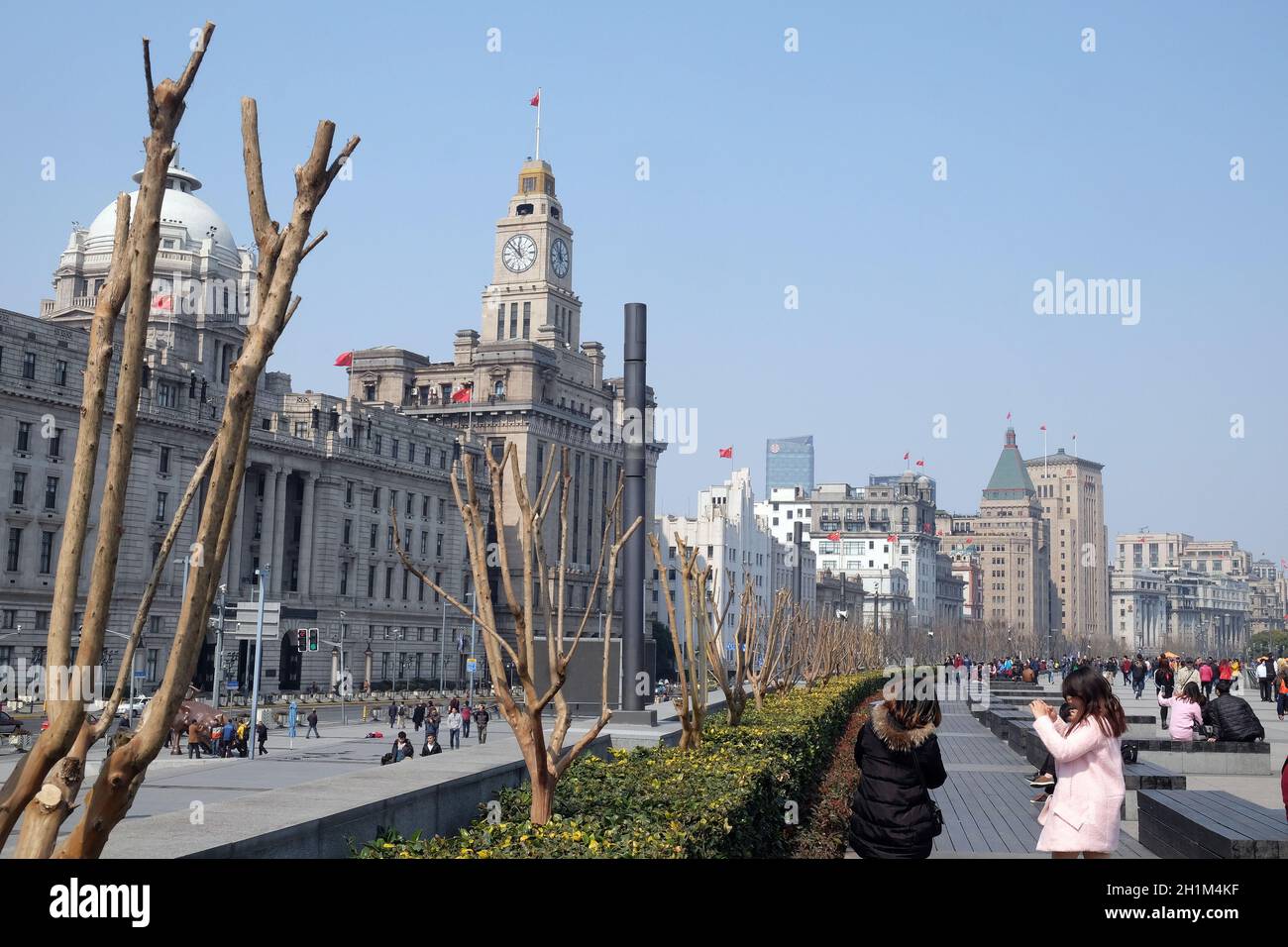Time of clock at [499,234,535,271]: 11:52
